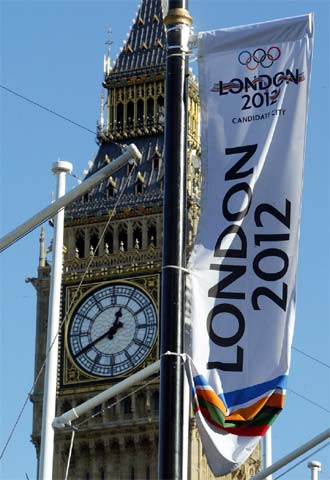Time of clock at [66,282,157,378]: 12:40
